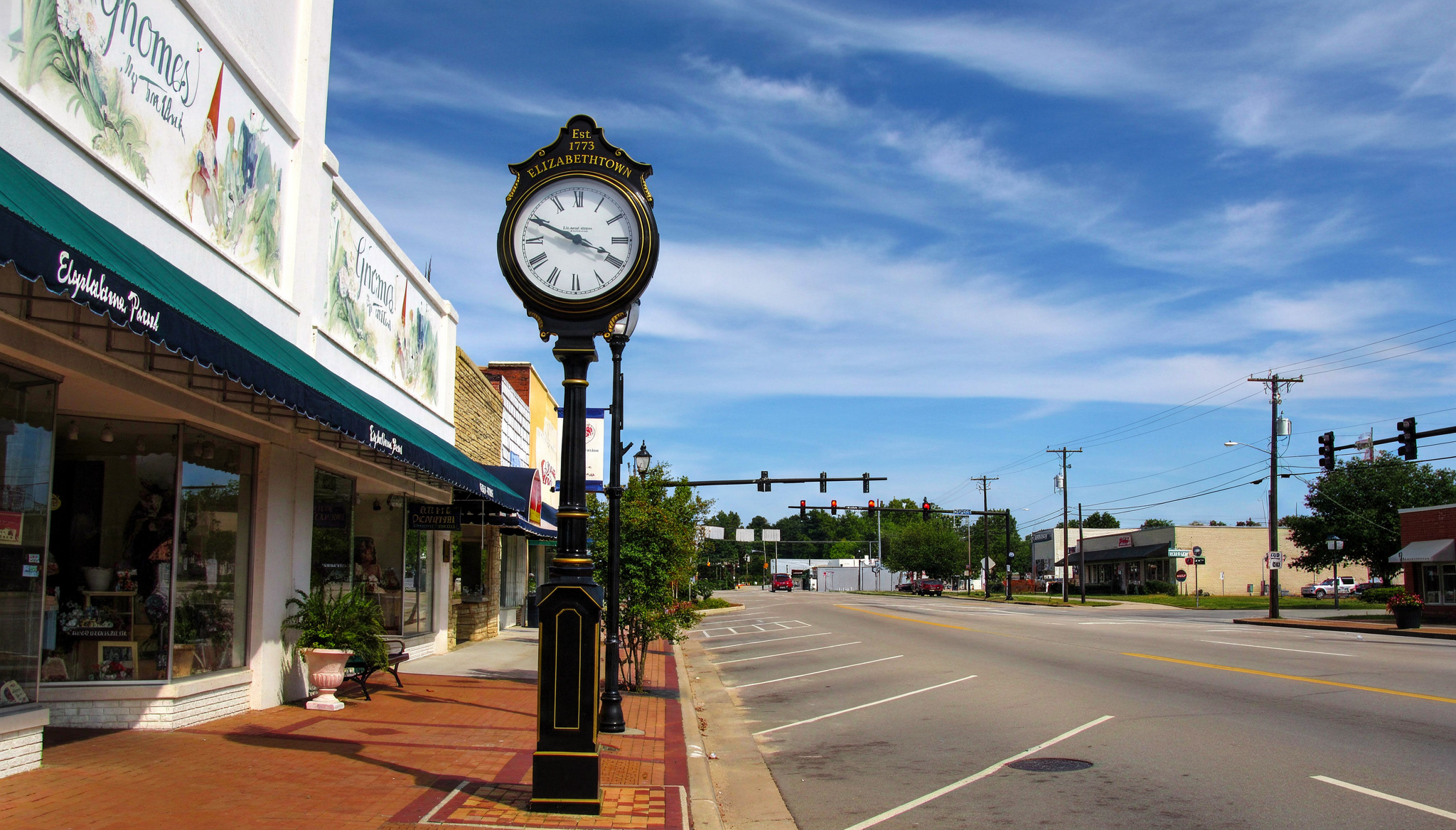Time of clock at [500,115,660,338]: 3:48
